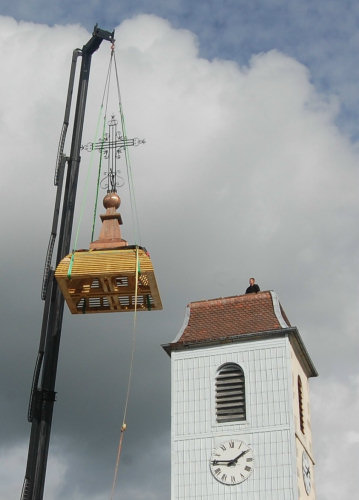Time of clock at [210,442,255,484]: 1:46
